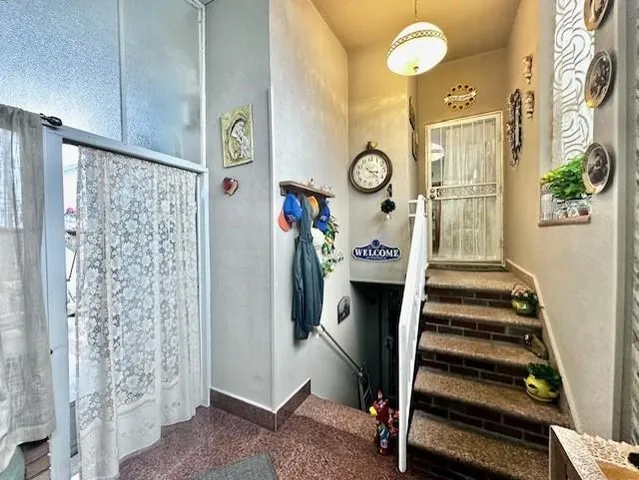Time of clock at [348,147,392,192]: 3:22
